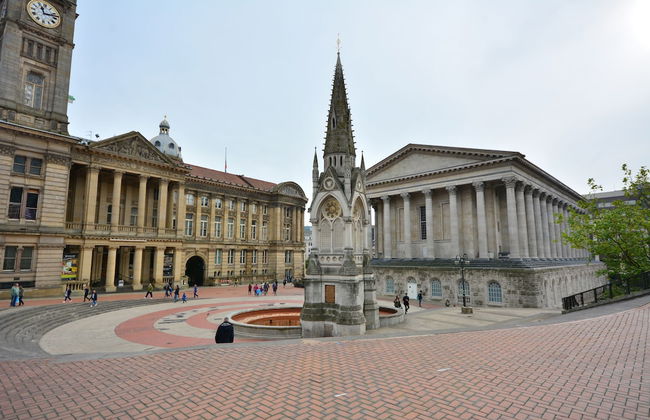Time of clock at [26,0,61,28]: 11:12
